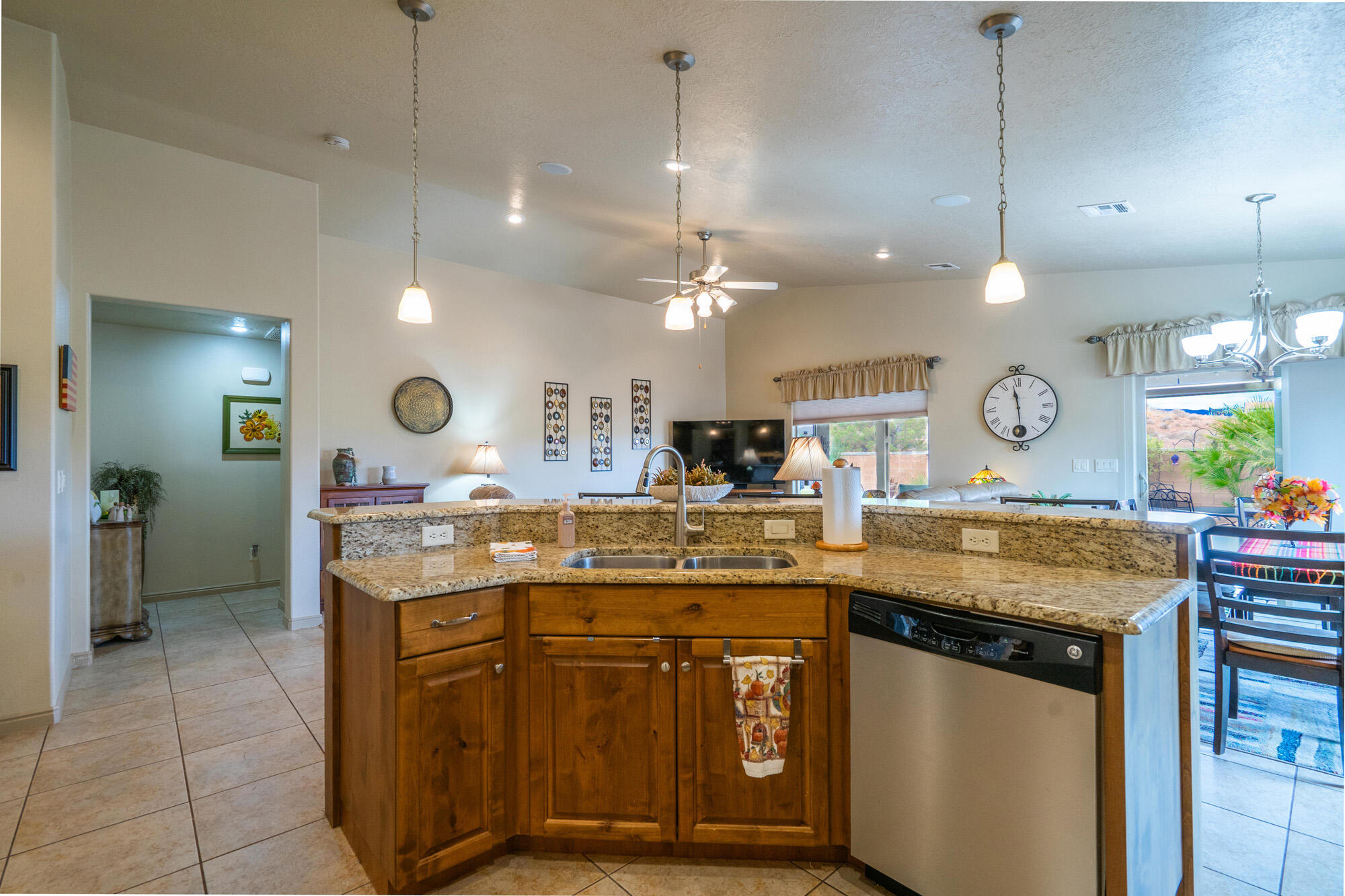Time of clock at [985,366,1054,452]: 11:28
